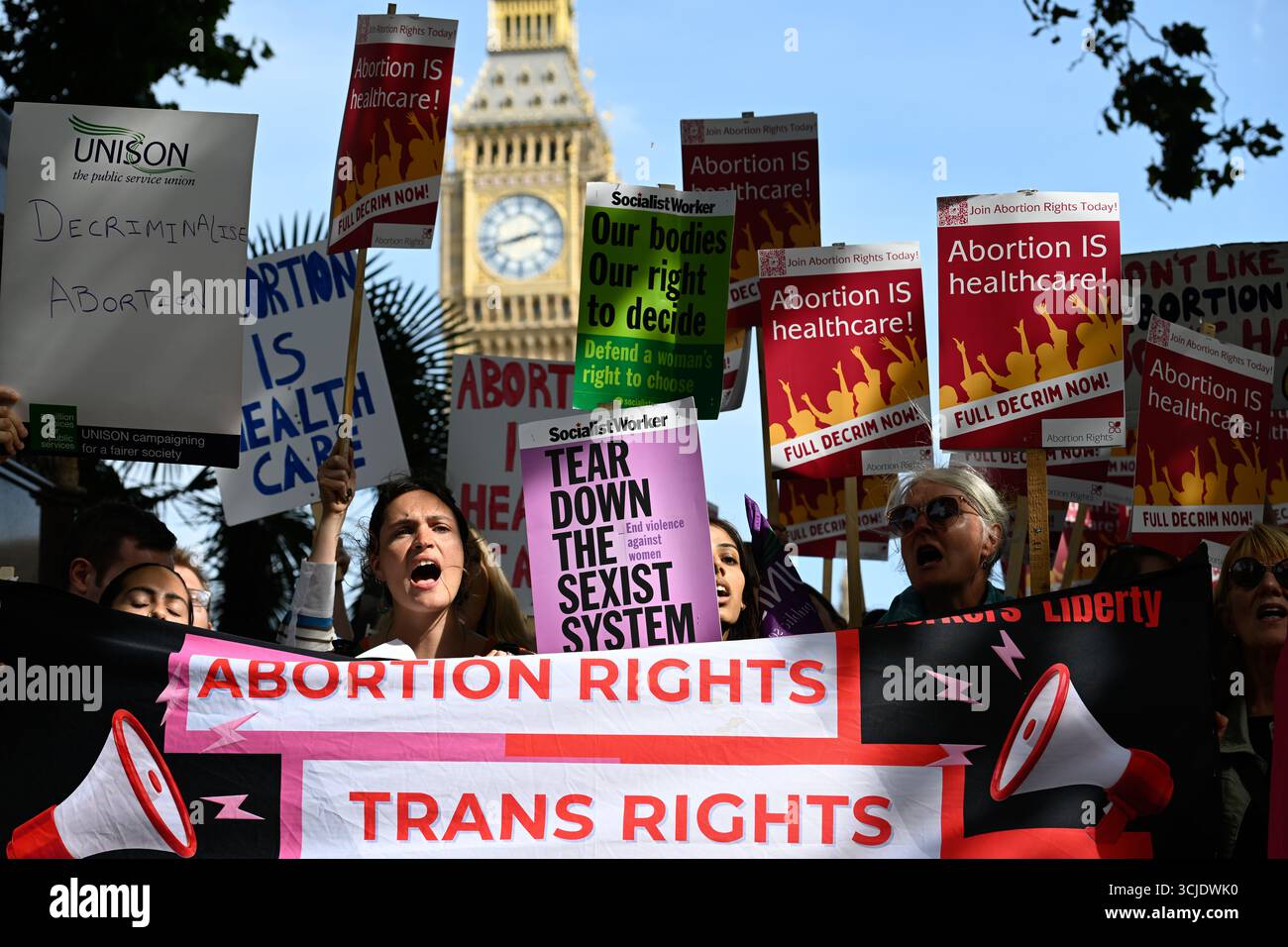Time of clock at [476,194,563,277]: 2:42
